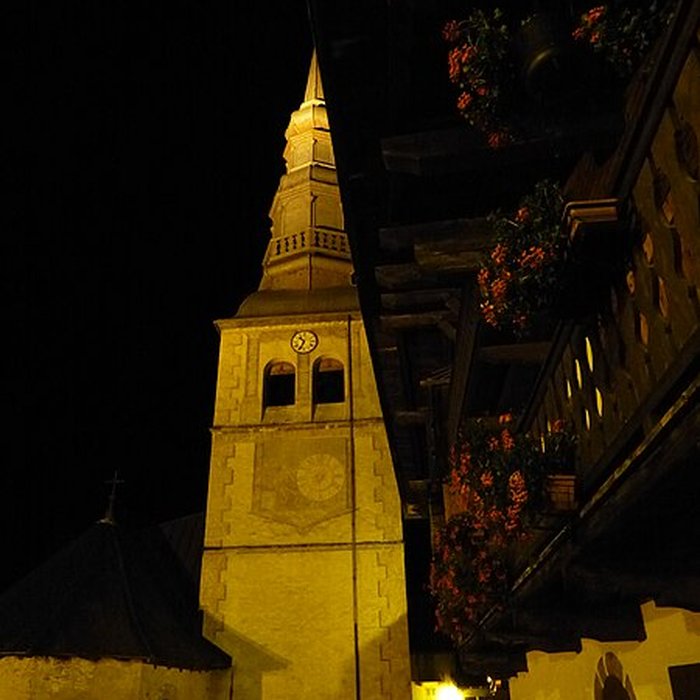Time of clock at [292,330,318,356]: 10:34
